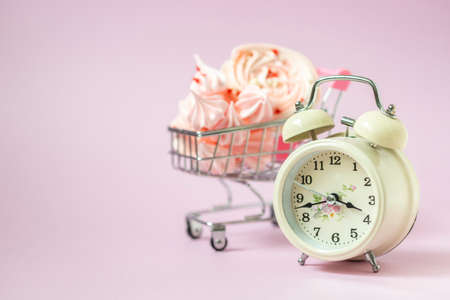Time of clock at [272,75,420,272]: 3:42
